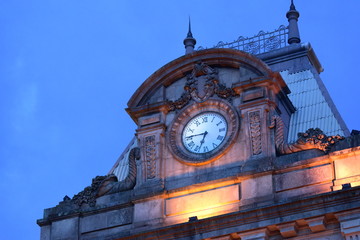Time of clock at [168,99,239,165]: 6:45
